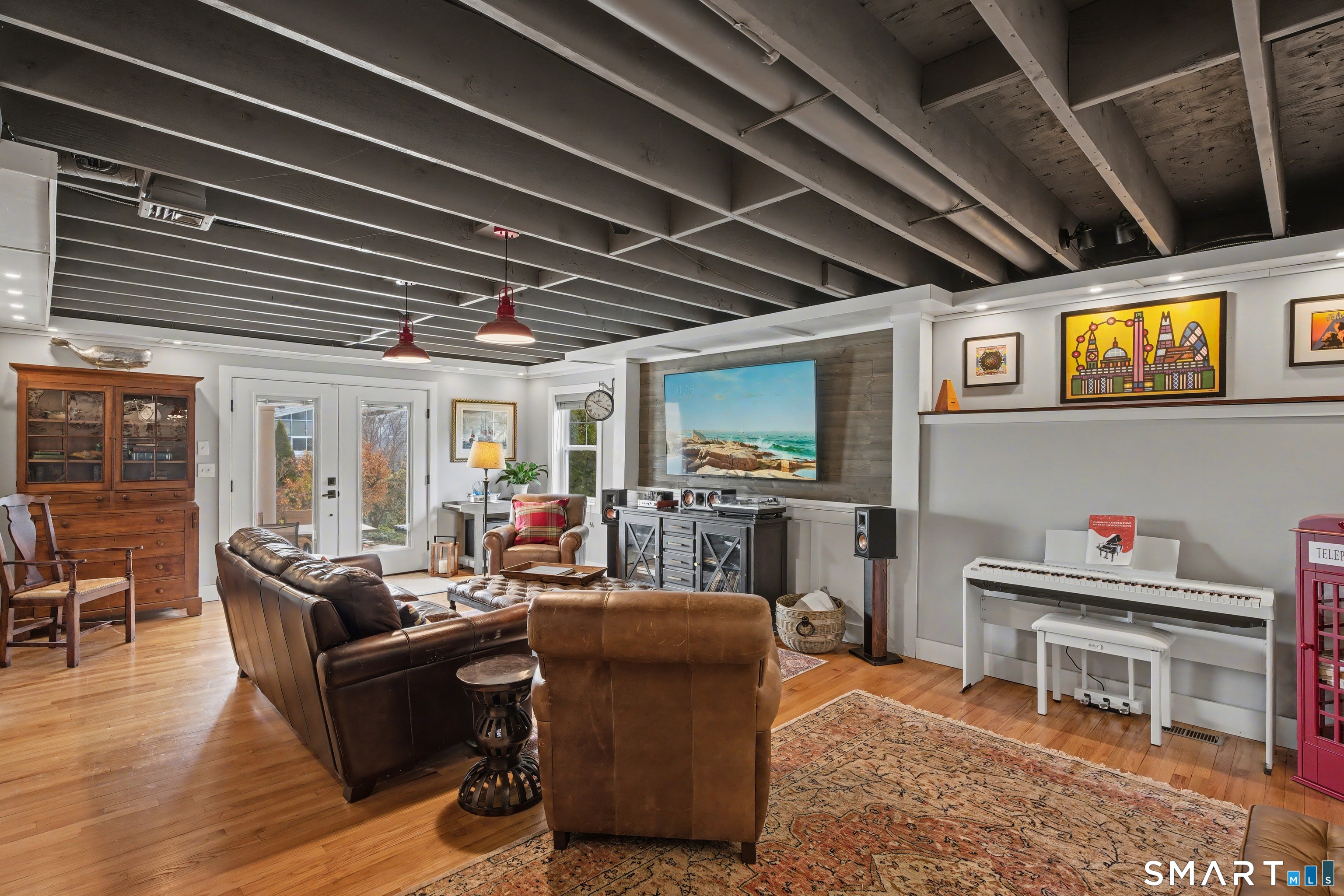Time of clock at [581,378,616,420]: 10:18
